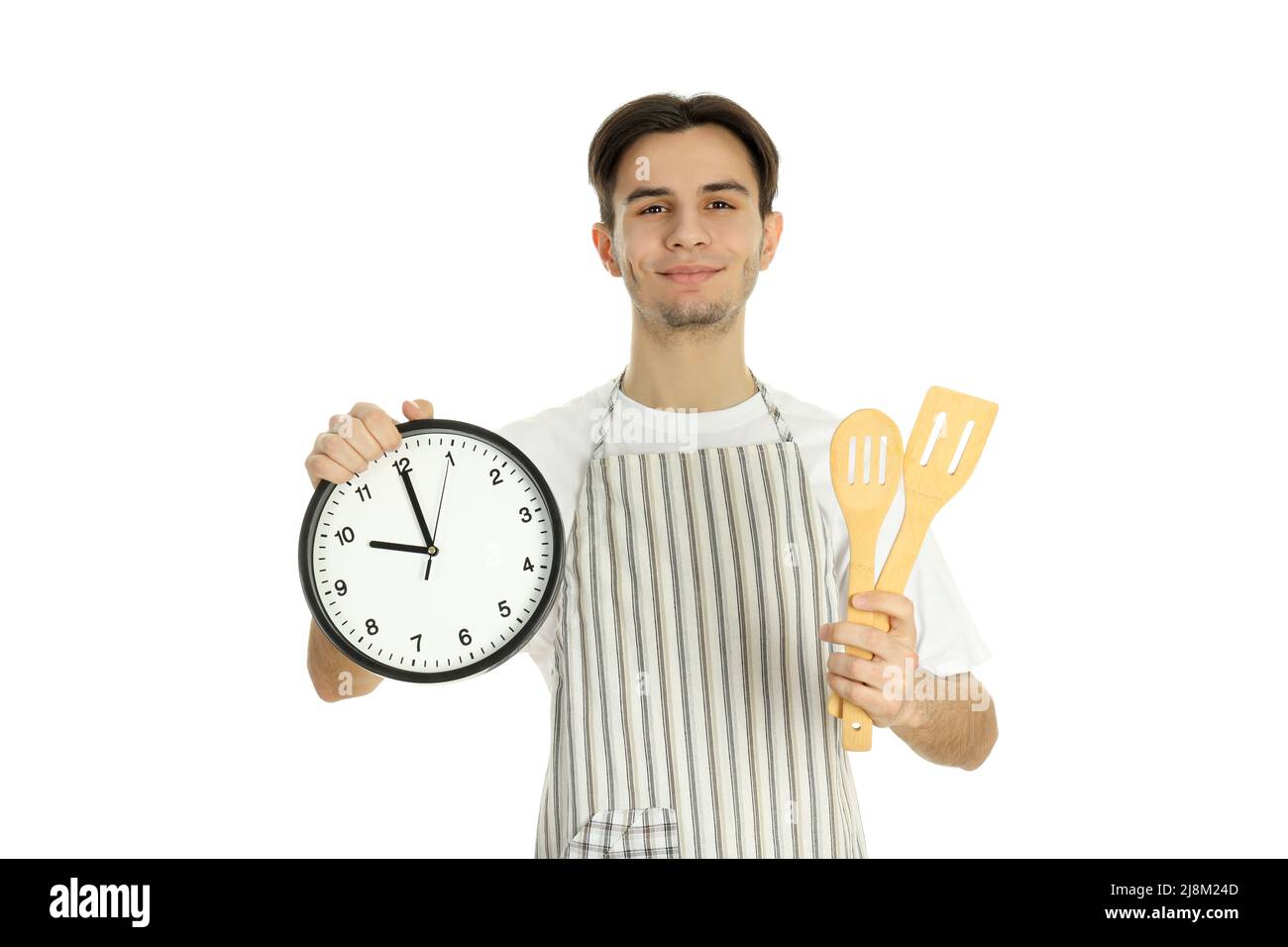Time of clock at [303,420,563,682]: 9:59
